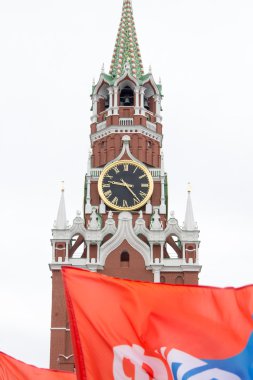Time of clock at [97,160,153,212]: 9:23
